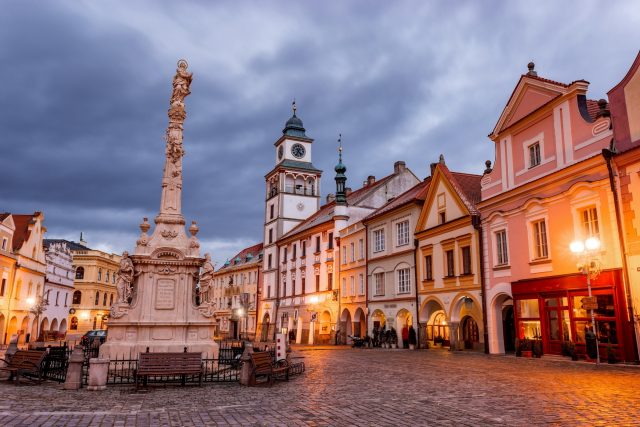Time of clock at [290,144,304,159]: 4:34
